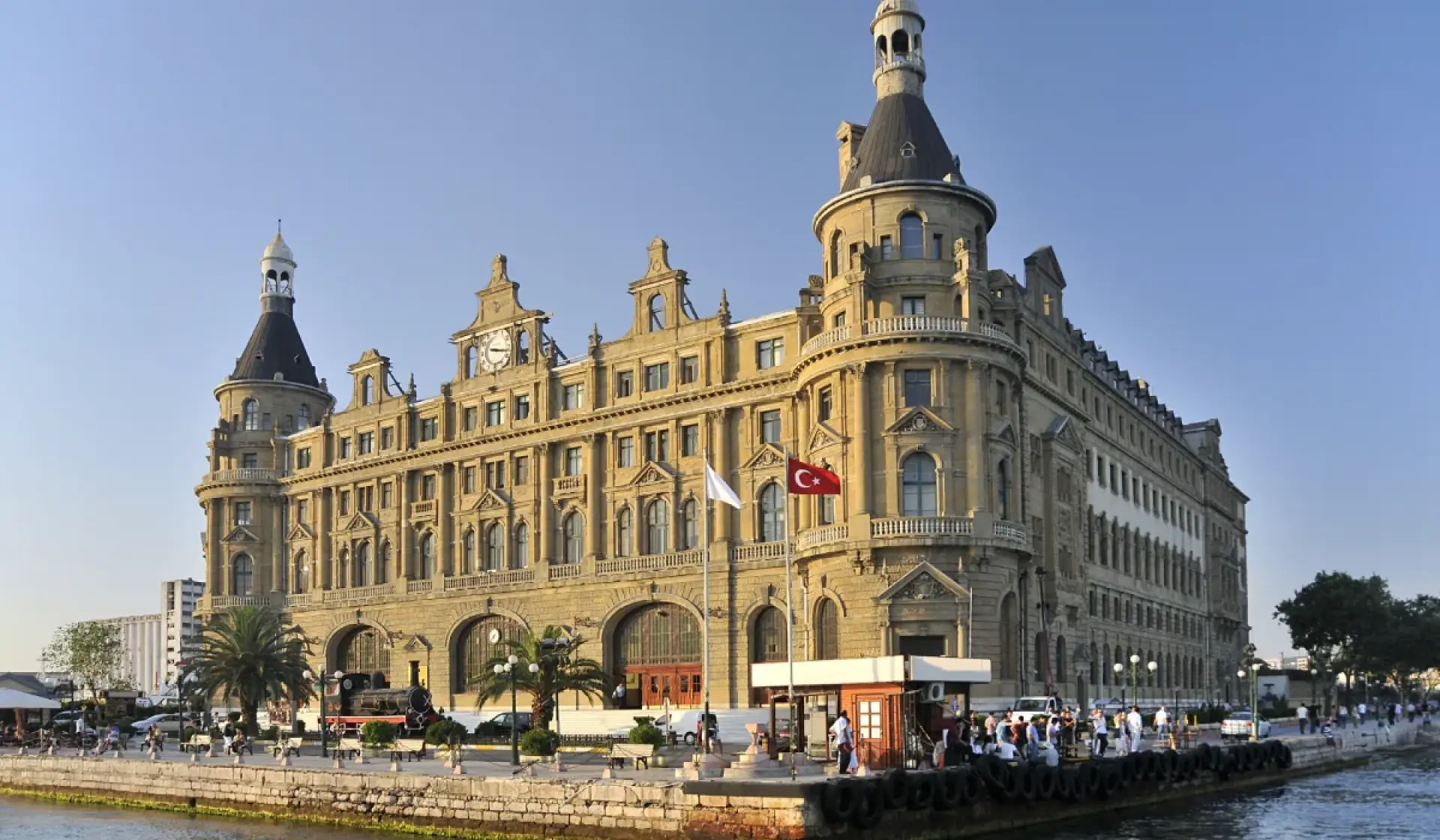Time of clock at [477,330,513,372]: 3:17
